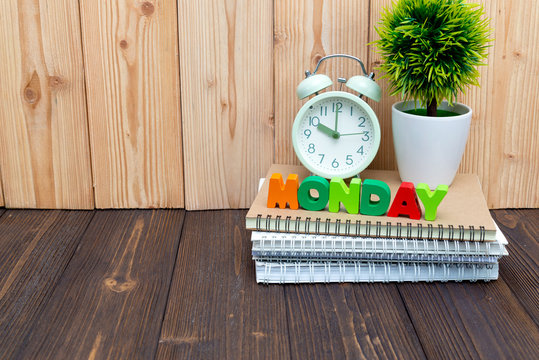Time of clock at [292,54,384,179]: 10:00
